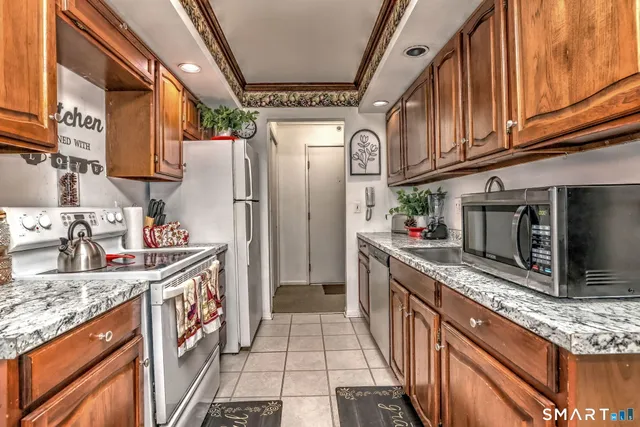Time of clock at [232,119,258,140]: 1:16
